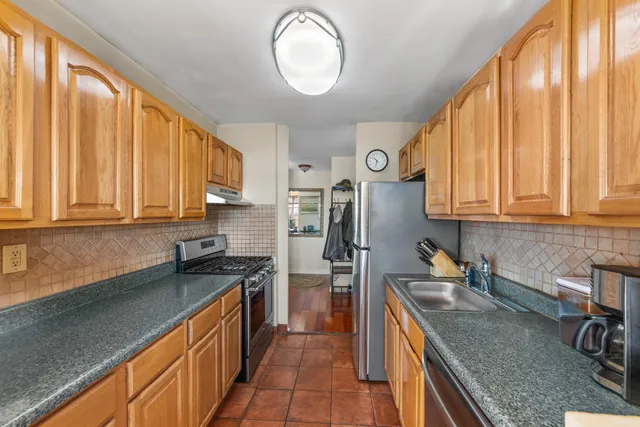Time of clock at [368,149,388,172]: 10:32
